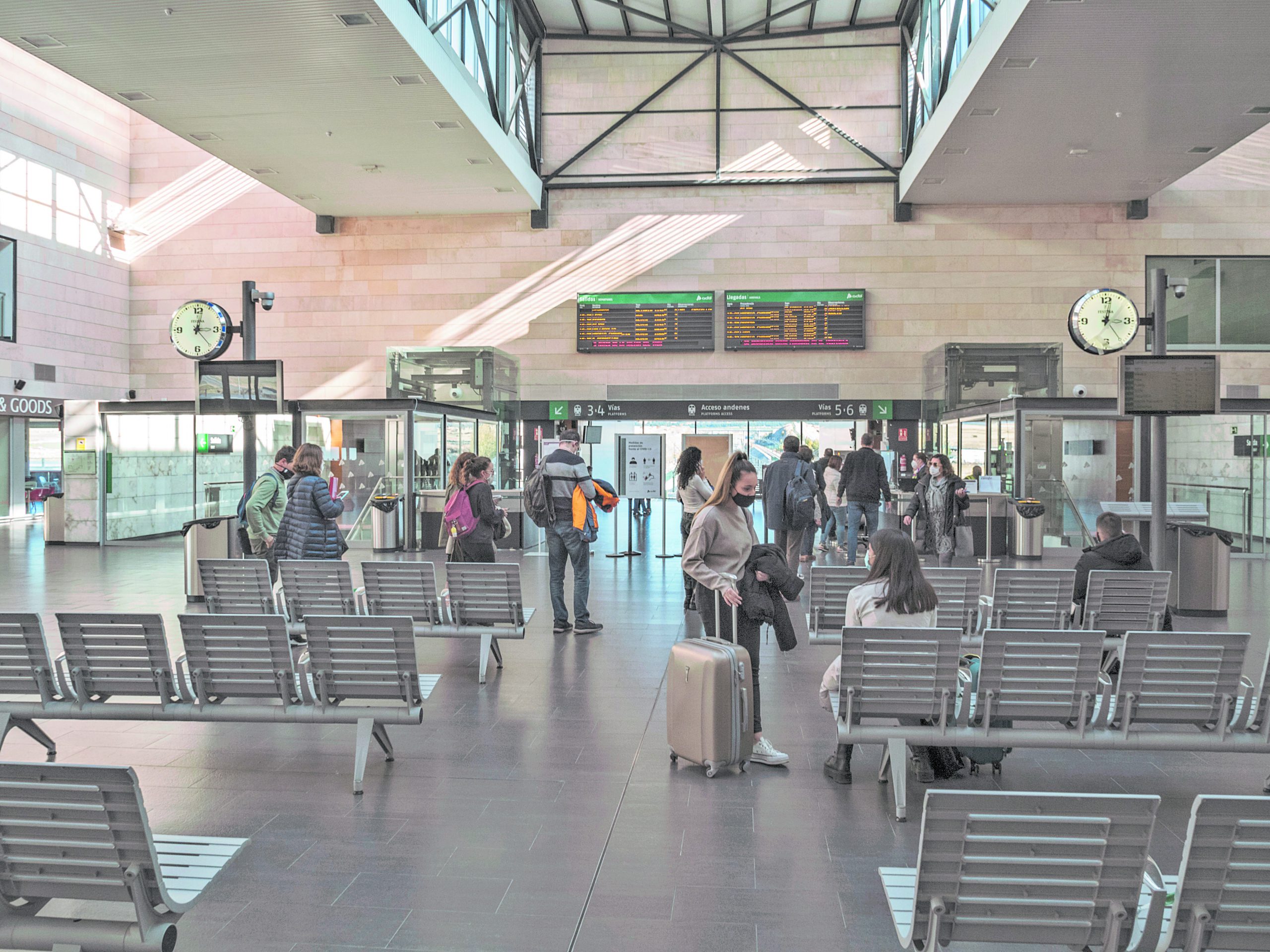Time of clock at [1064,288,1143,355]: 3:02
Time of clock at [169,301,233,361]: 3:02
